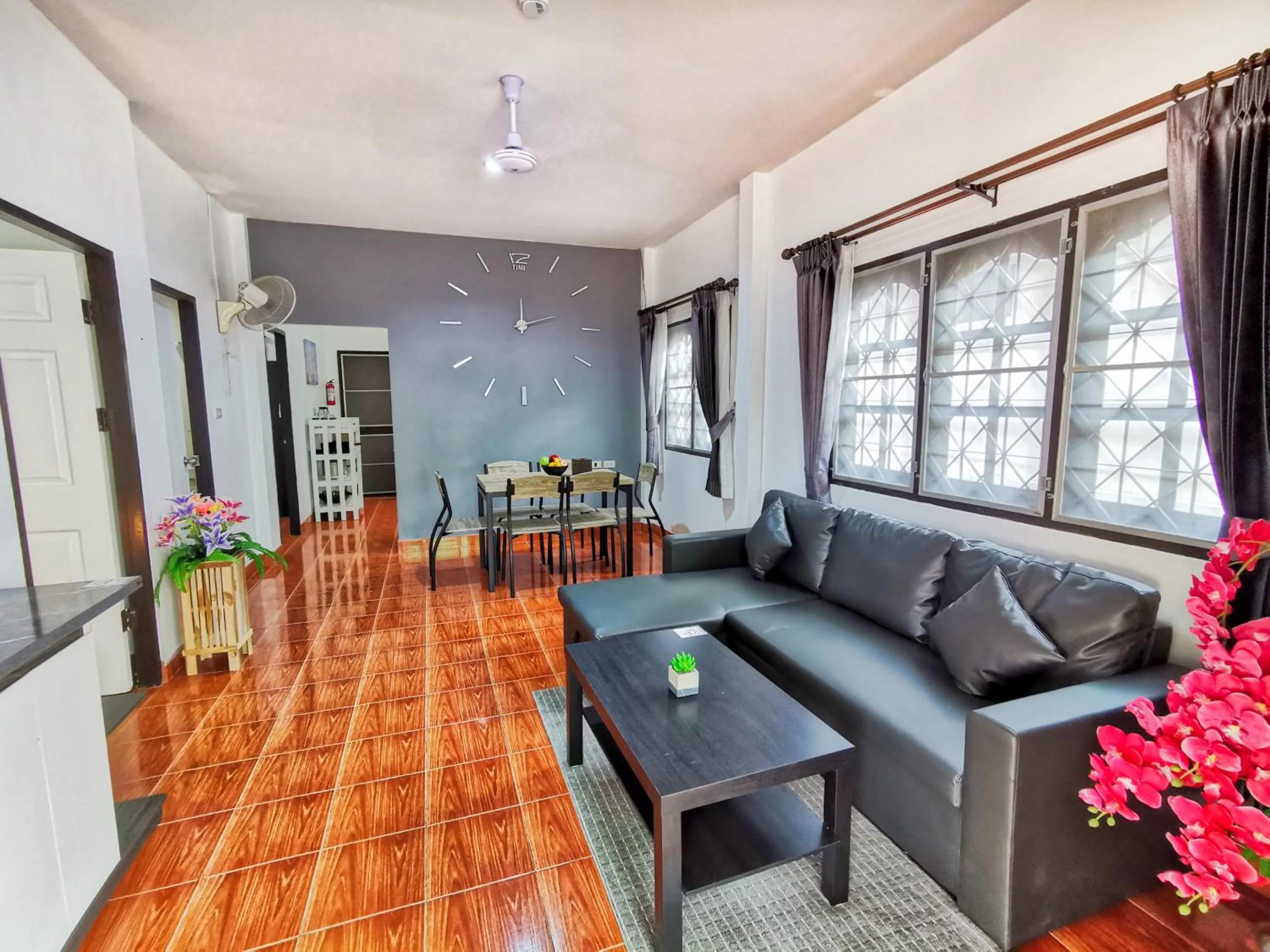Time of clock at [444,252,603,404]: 12:12
